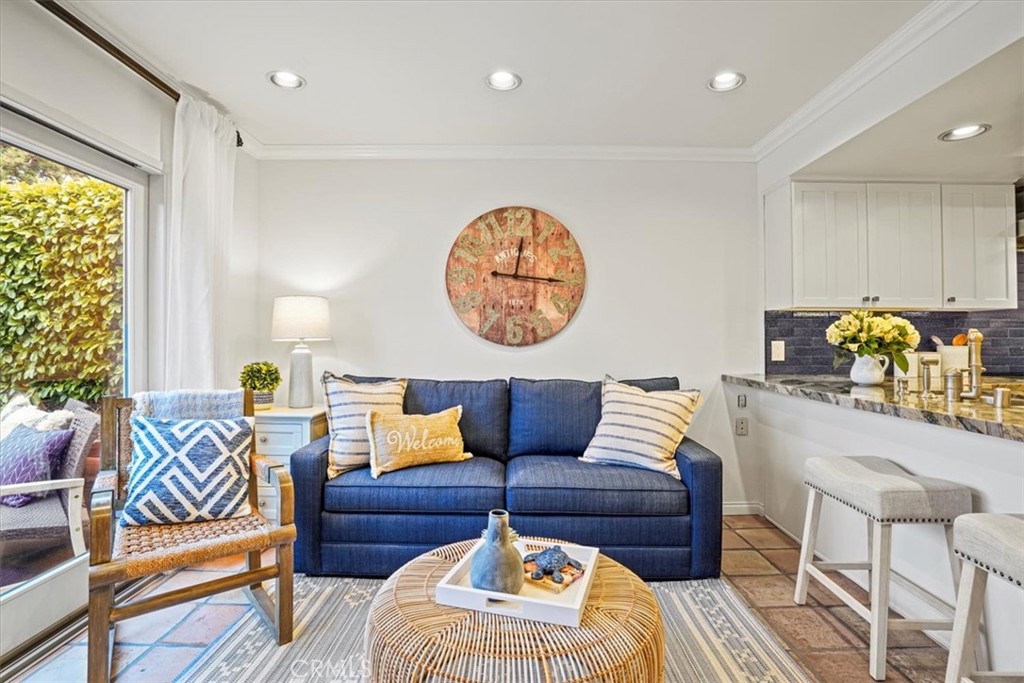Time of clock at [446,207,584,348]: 12:16
